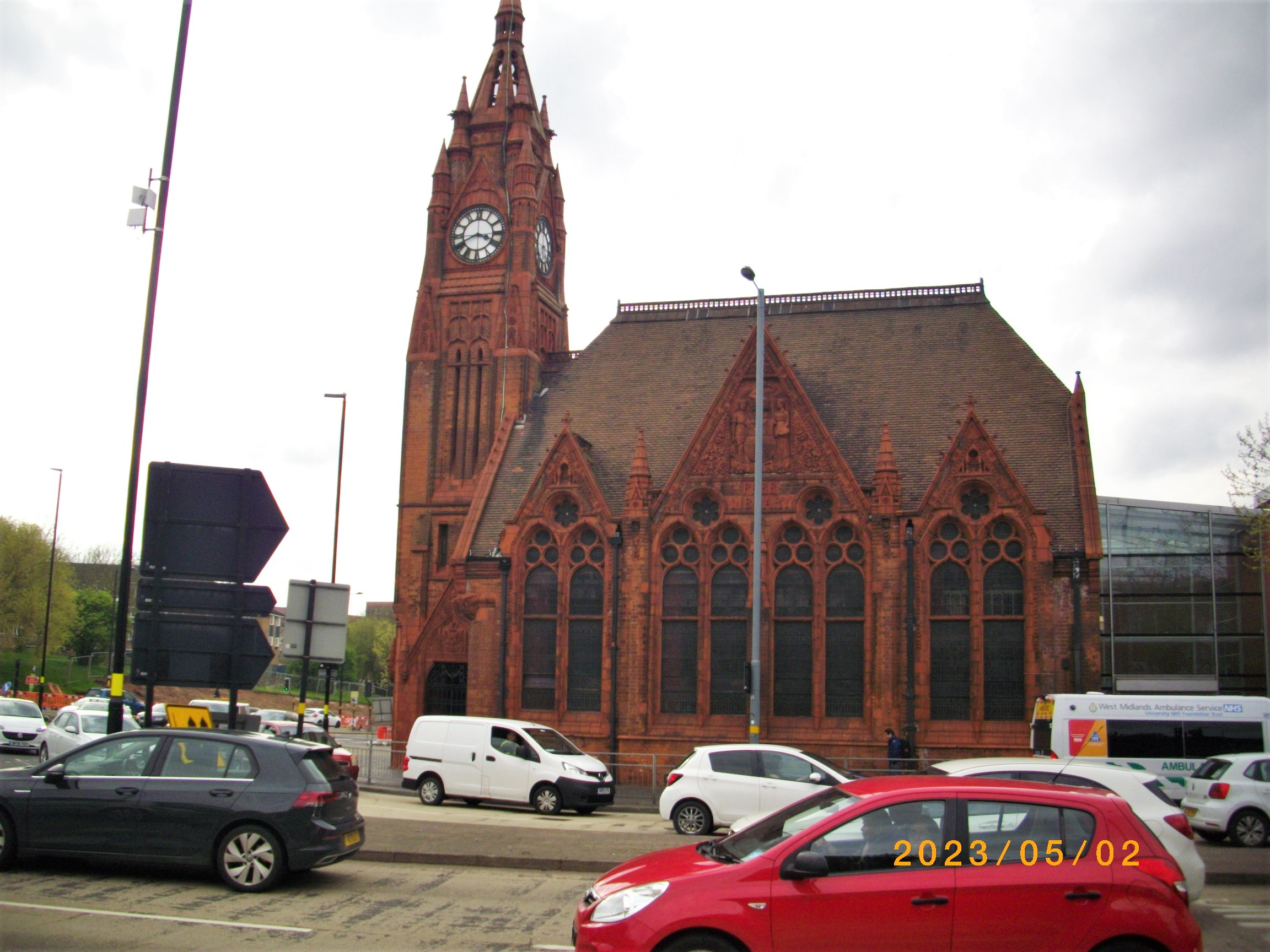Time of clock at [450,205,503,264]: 3:40
